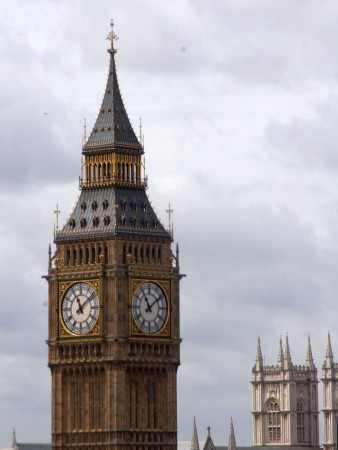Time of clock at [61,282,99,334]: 11:08
